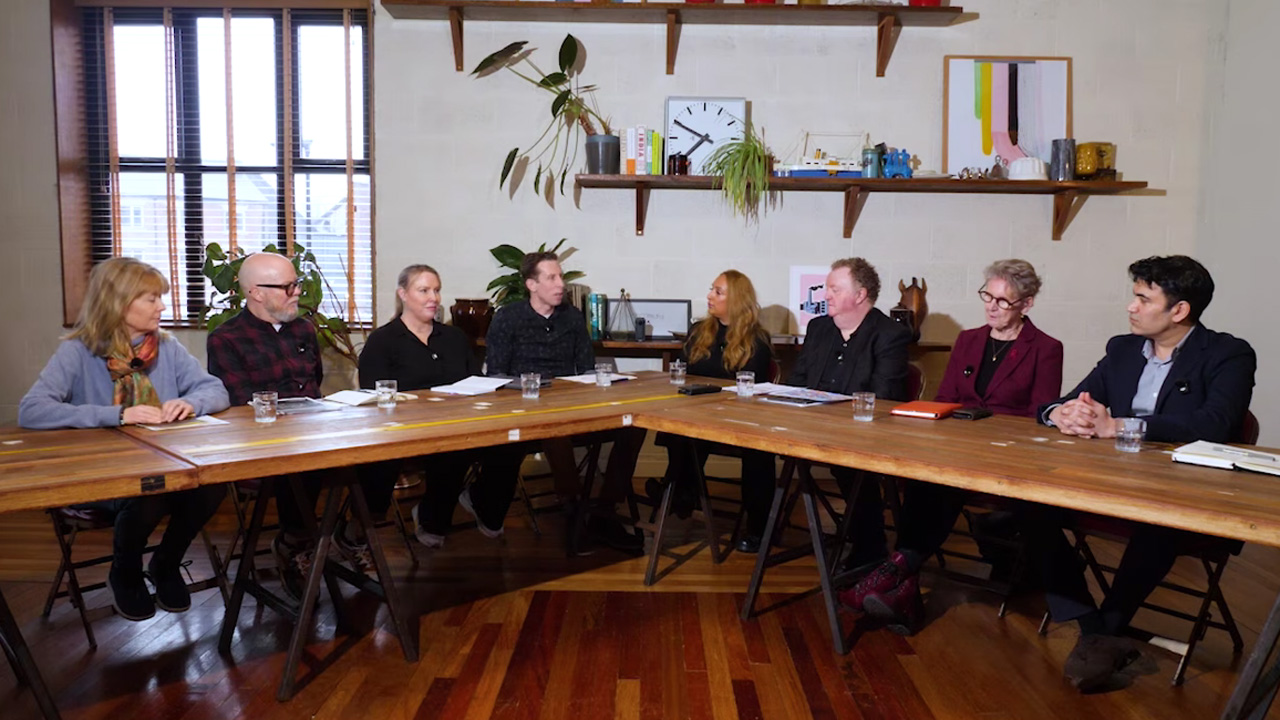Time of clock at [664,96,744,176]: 7:49
